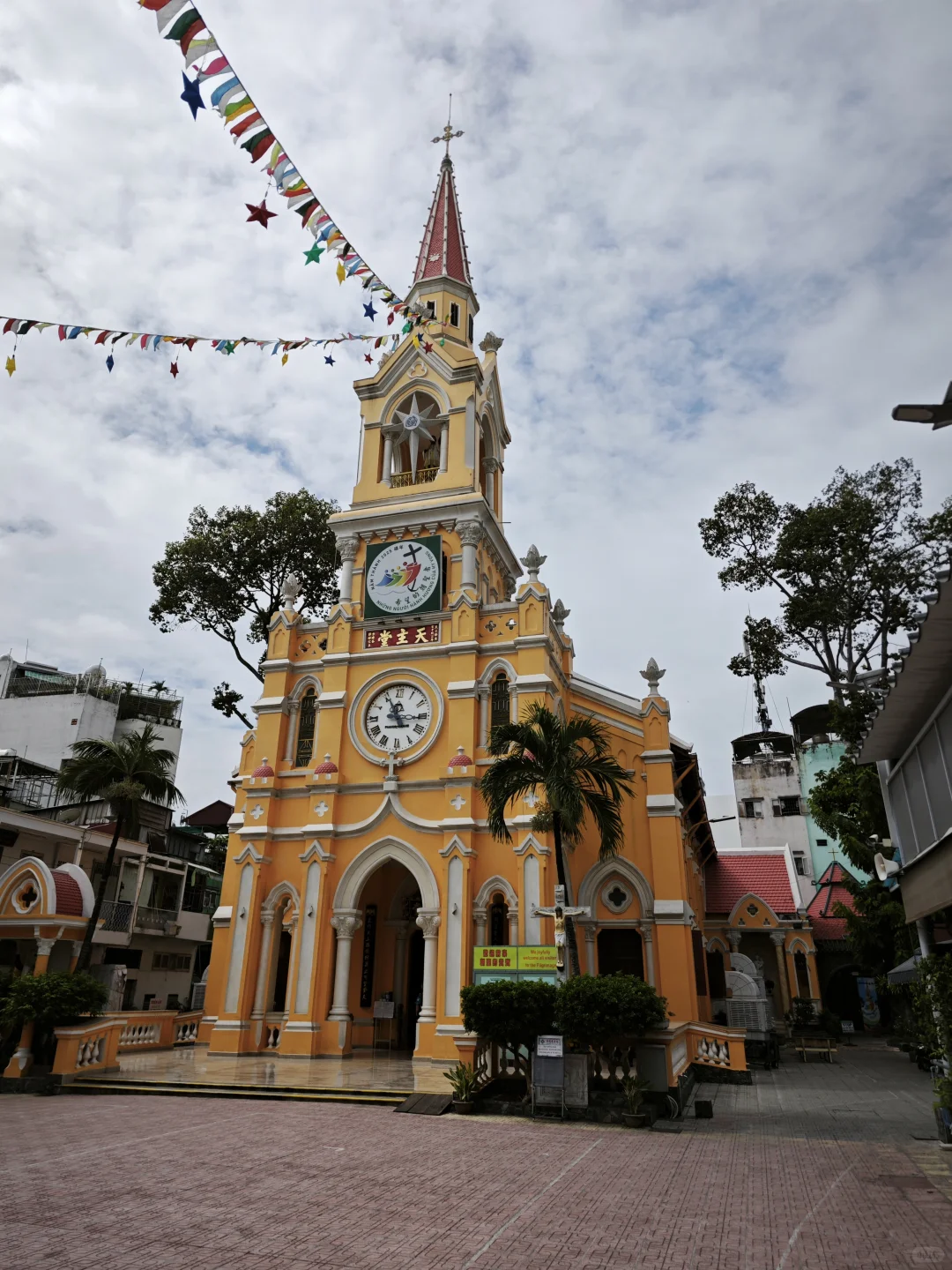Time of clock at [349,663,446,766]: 11:15
